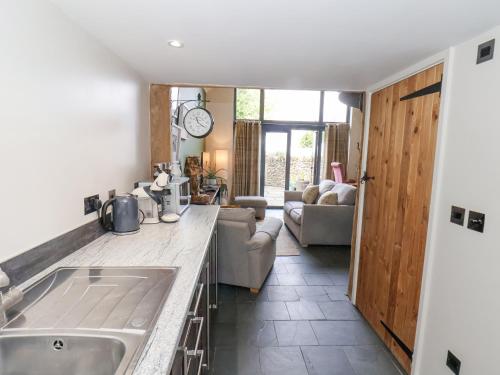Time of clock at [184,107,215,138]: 11:20
